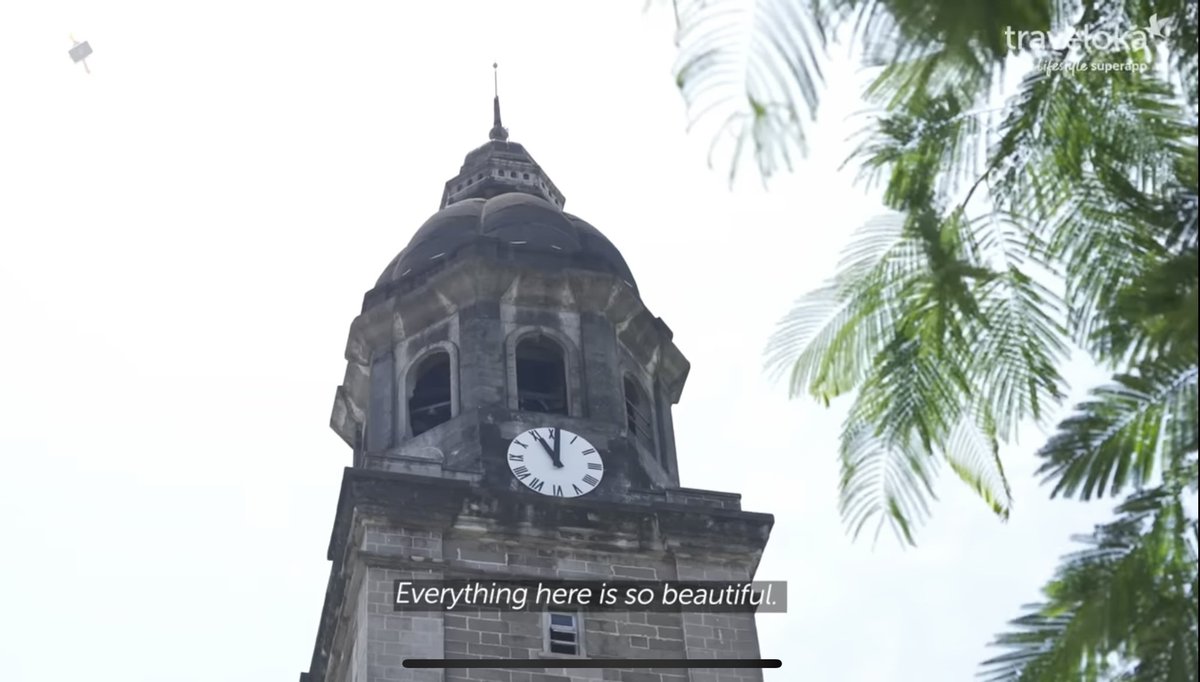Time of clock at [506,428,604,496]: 11:00
